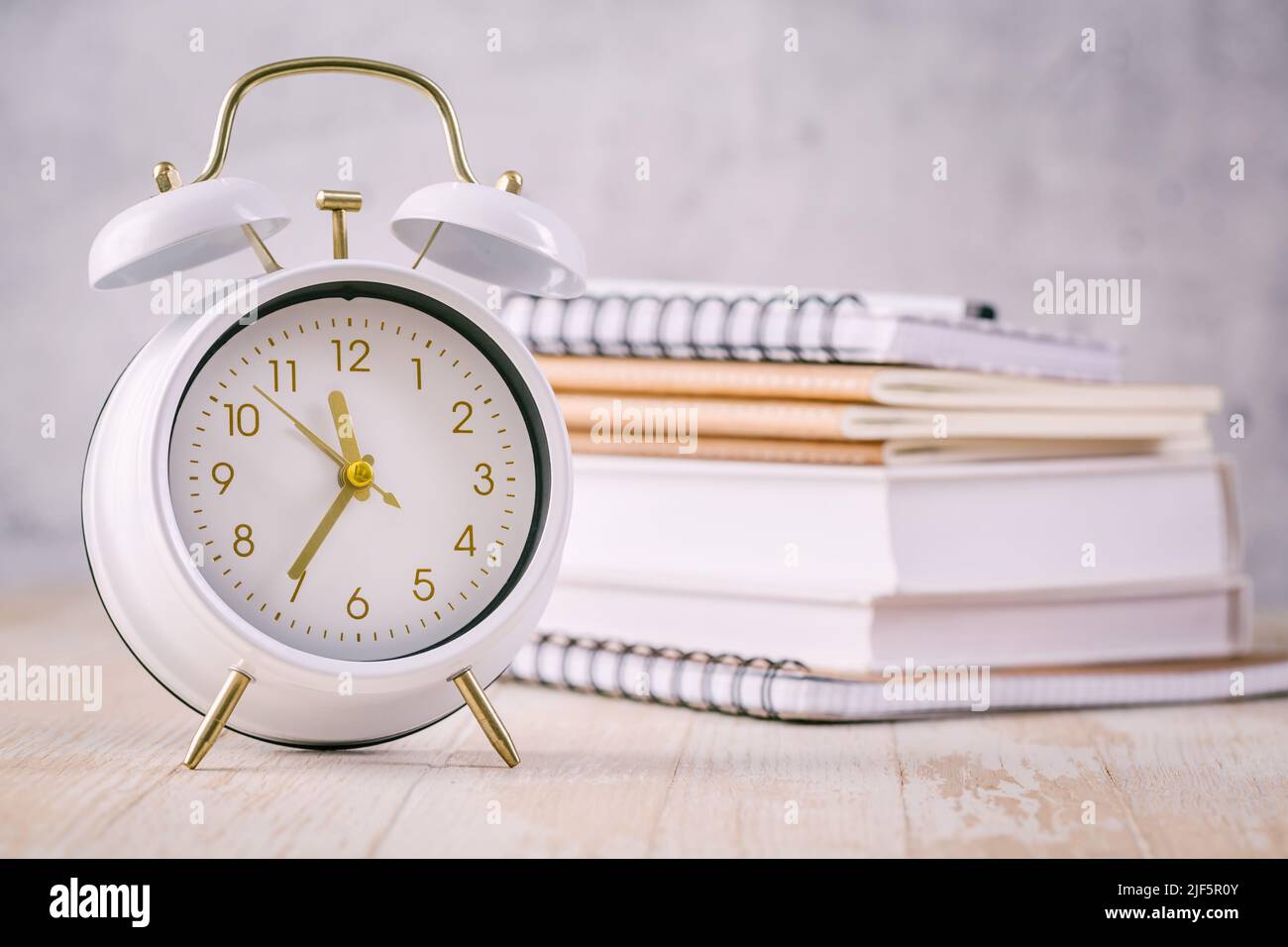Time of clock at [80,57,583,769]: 11:35
